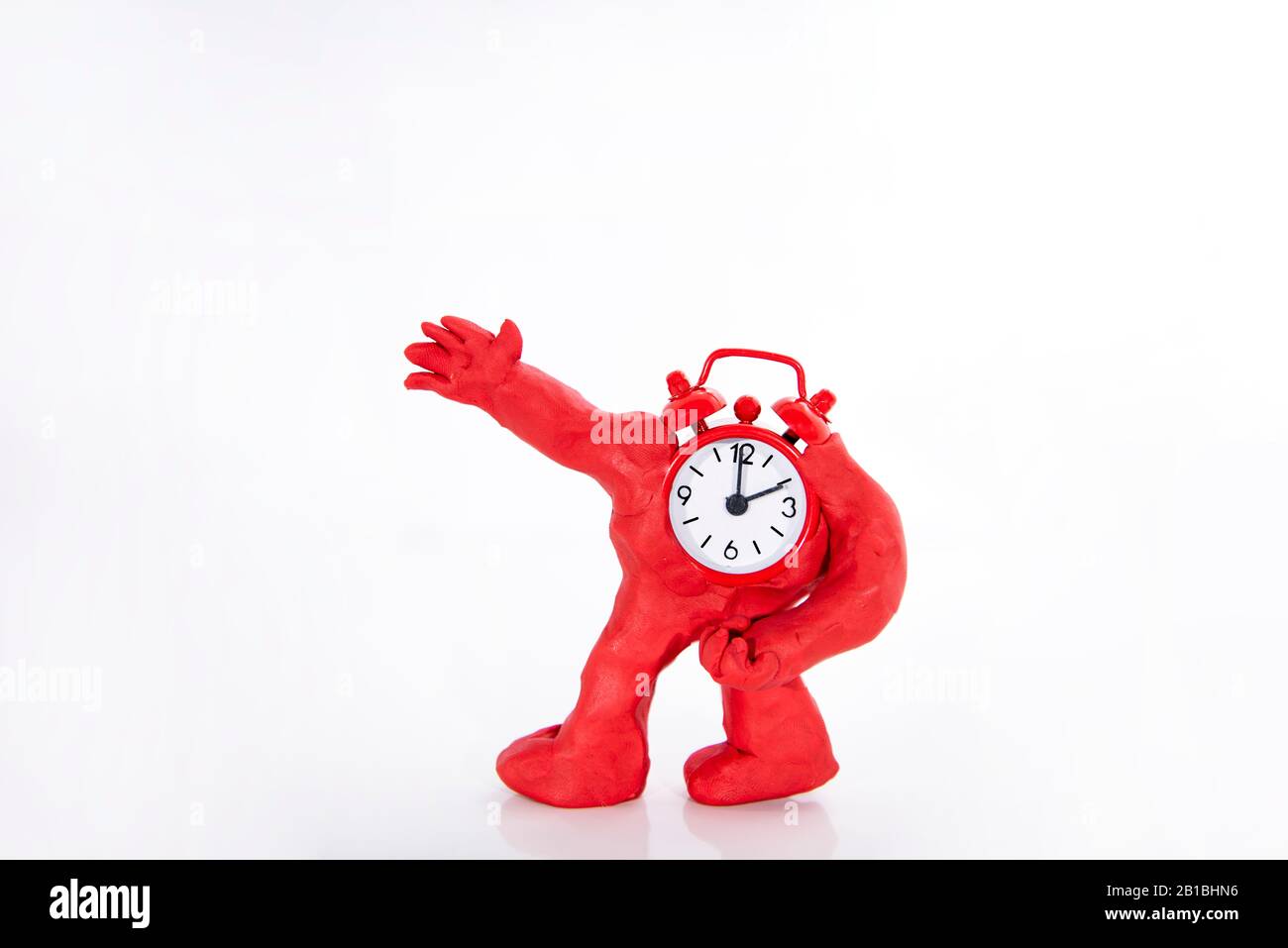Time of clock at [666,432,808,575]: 1:59
